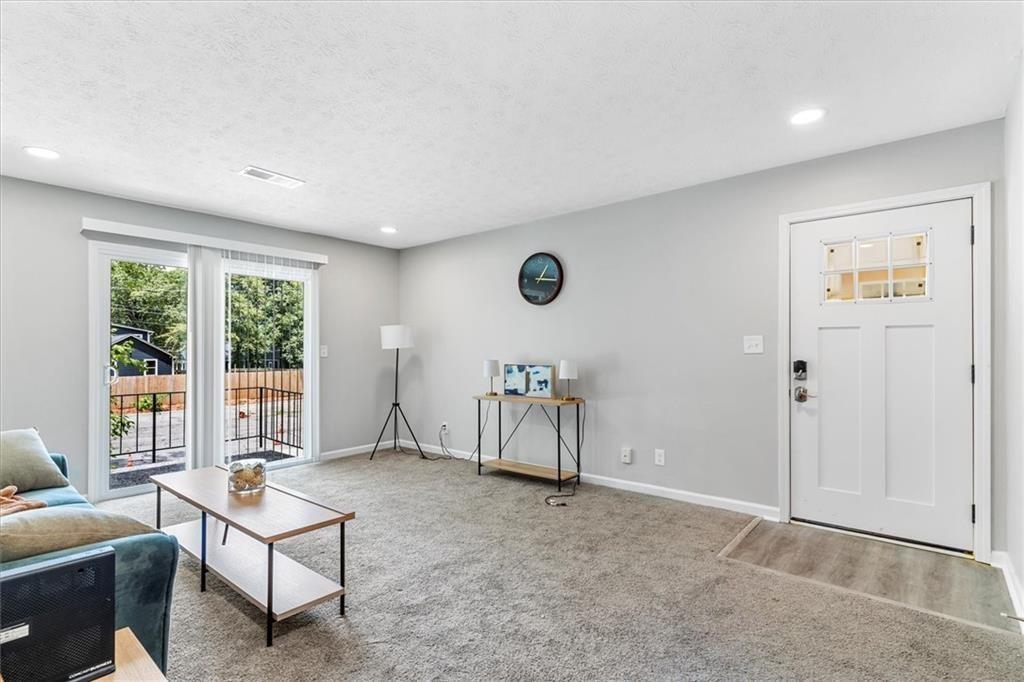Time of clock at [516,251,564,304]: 1:16
